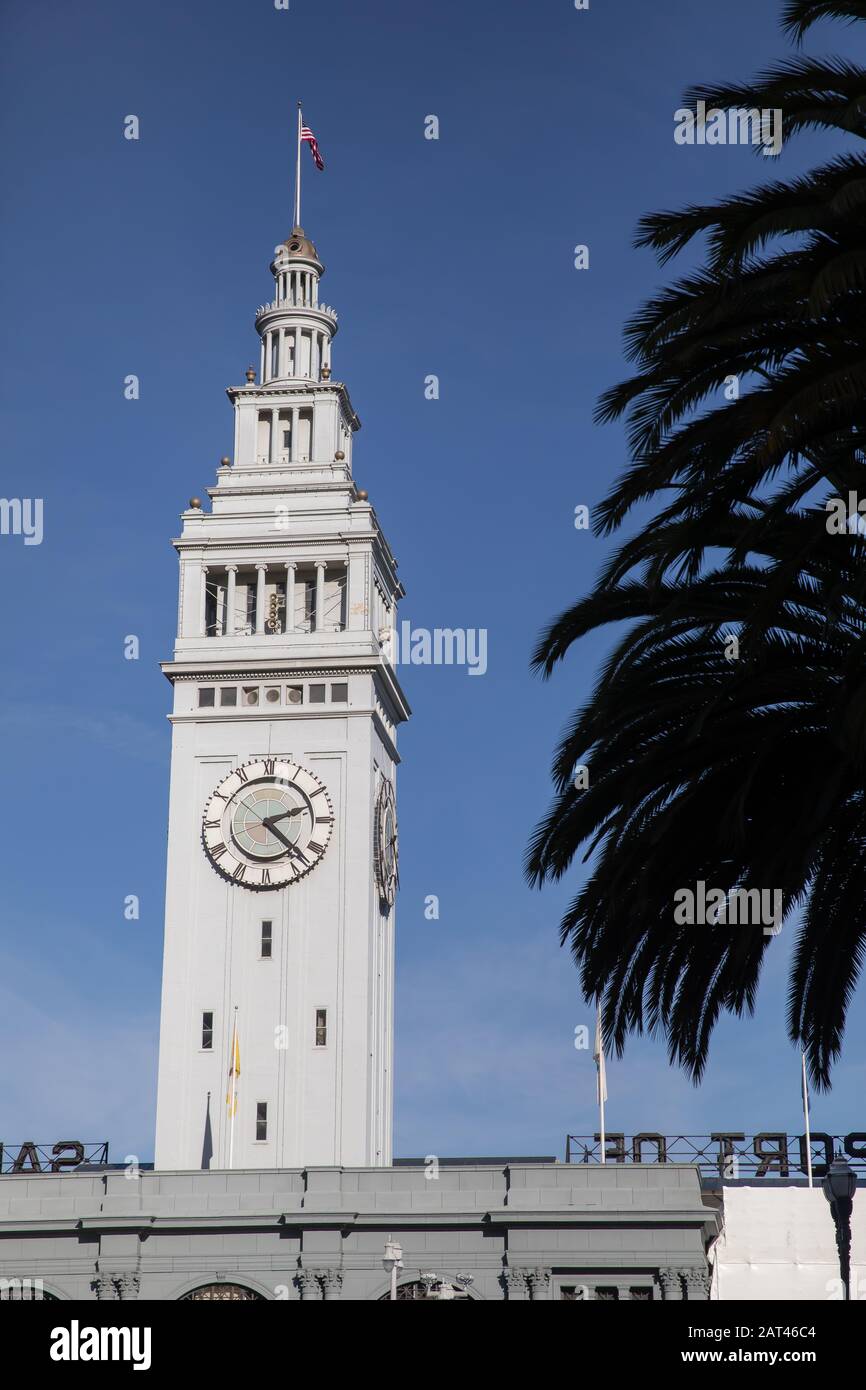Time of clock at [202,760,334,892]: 2:22
